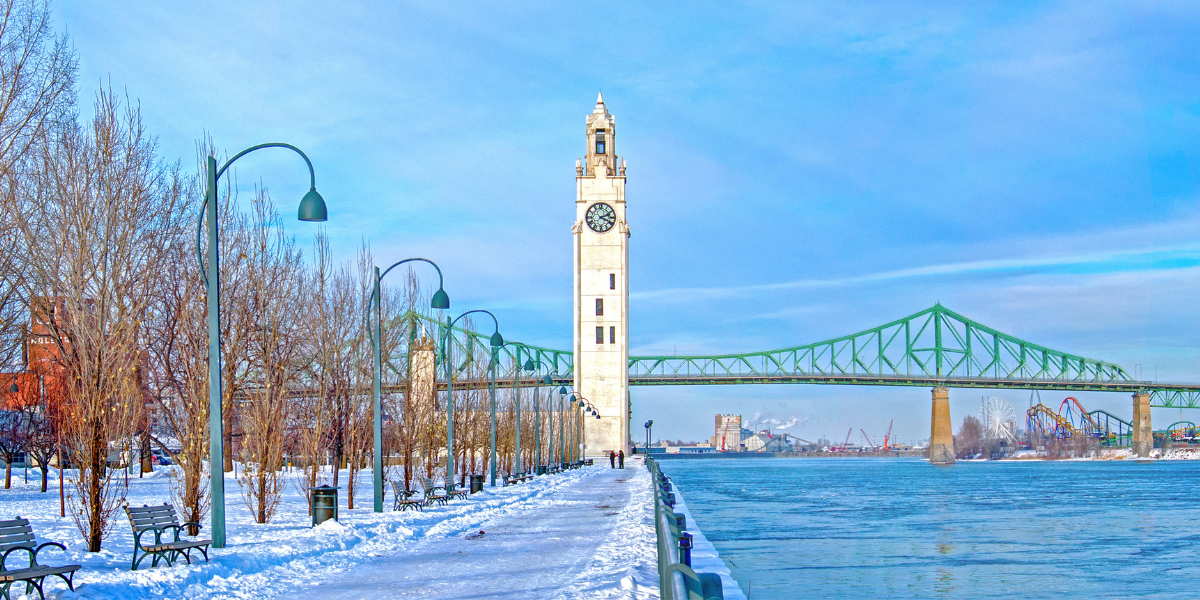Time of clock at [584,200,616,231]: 2:18
